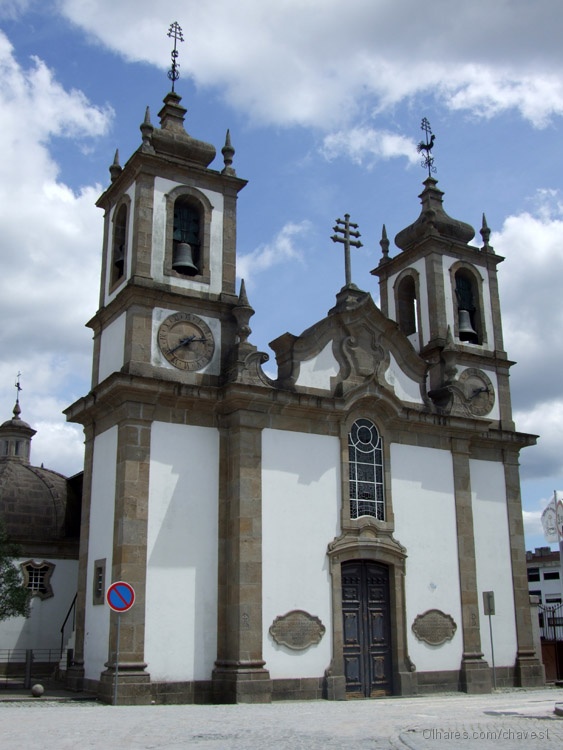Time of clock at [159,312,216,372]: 2:38
